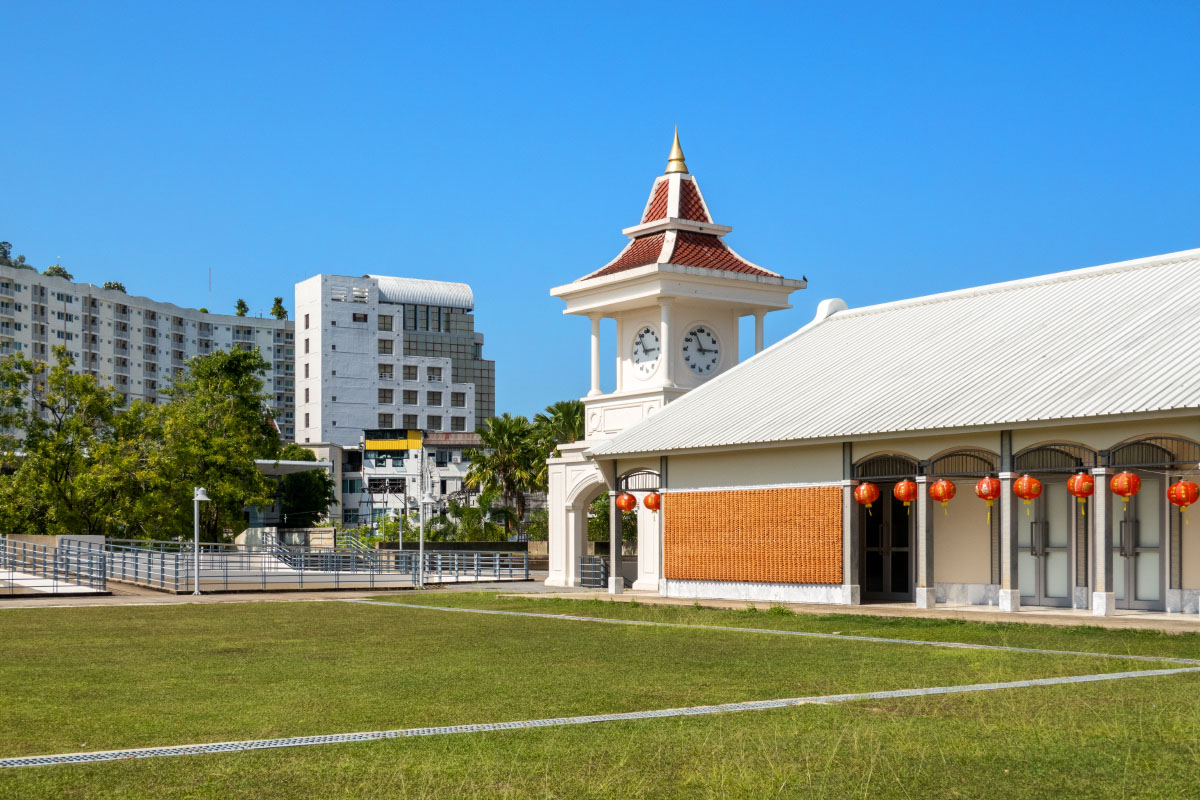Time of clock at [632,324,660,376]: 2:54
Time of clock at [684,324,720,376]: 2:56
